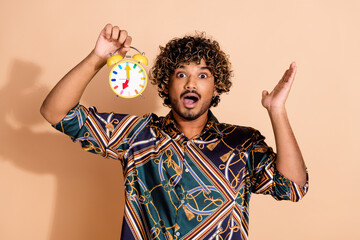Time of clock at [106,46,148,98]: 7:00
